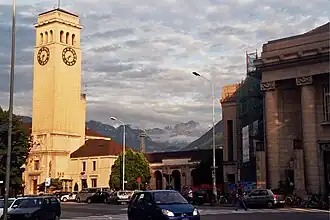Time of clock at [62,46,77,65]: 6:39
